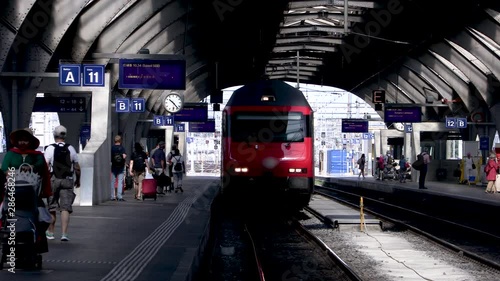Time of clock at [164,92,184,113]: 10:23
